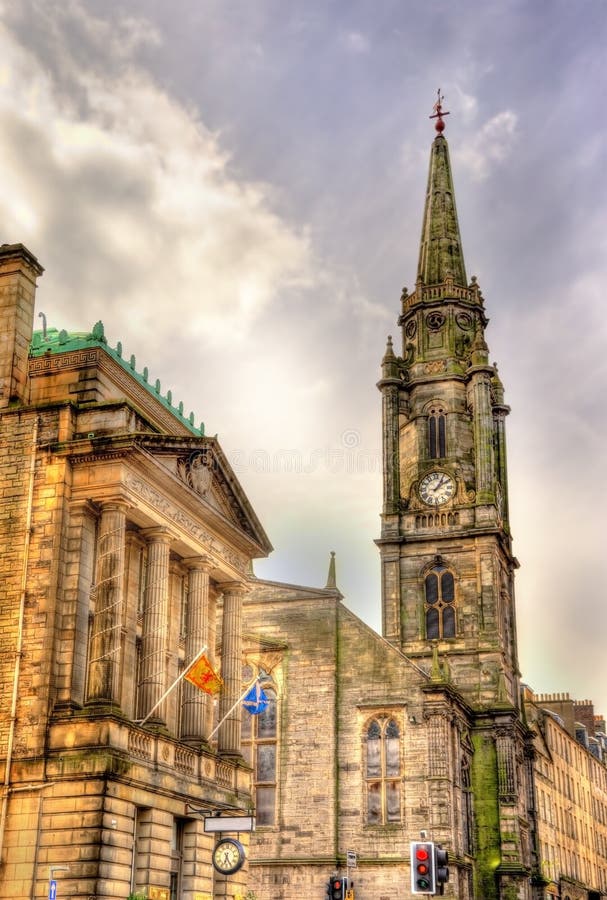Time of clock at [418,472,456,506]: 1:09
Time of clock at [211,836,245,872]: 6:25
